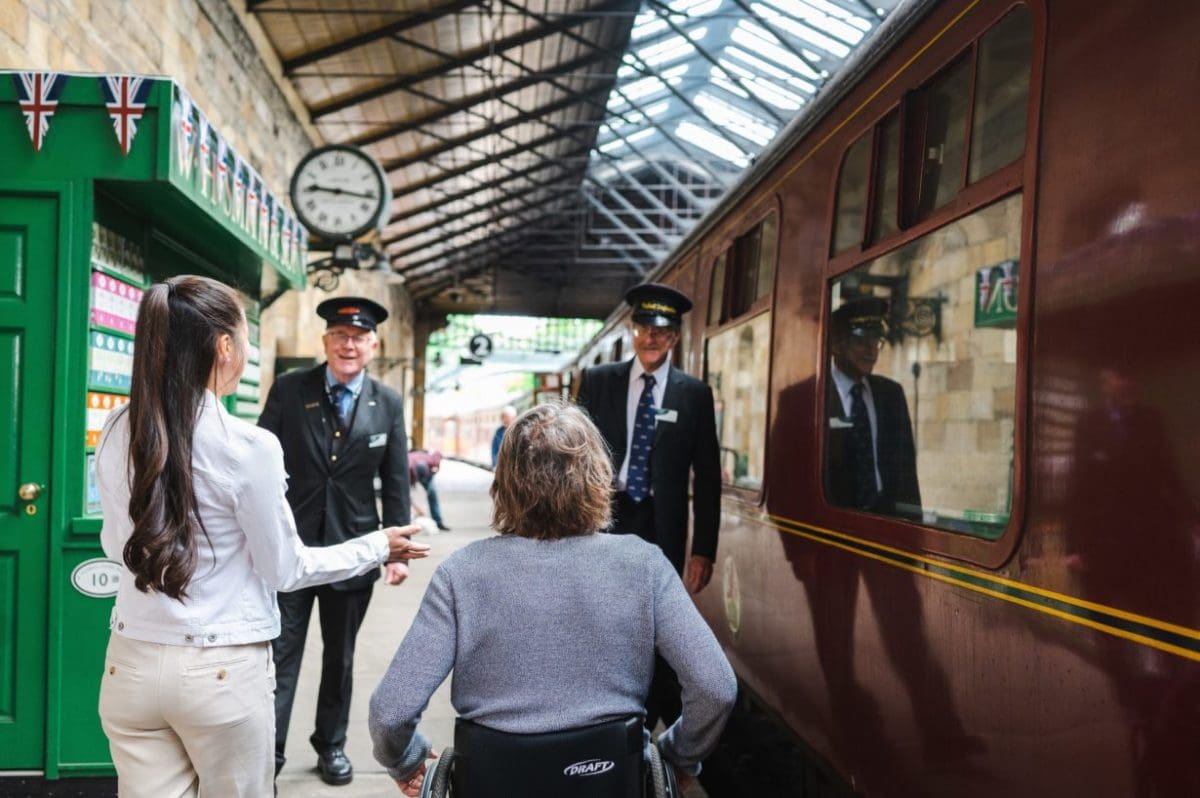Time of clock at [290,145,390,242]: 9:16
